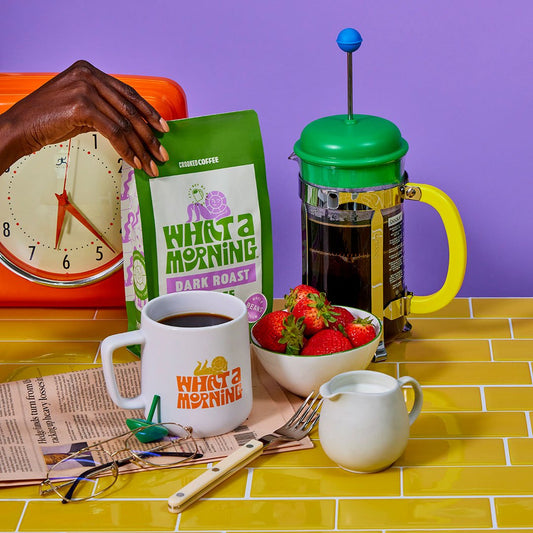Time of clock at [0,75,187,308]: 6:22
